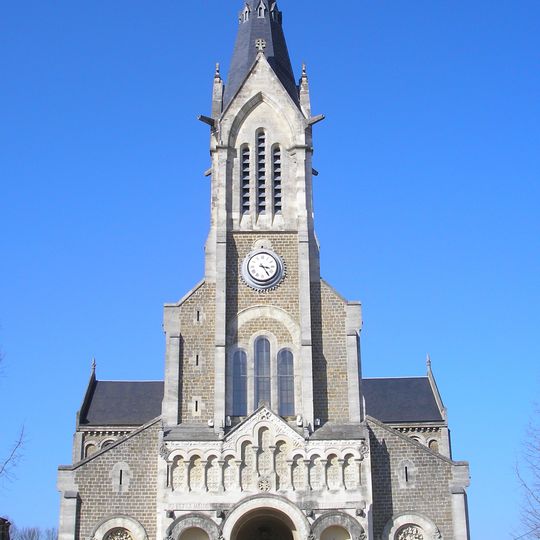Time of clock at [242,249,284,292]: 3:24
